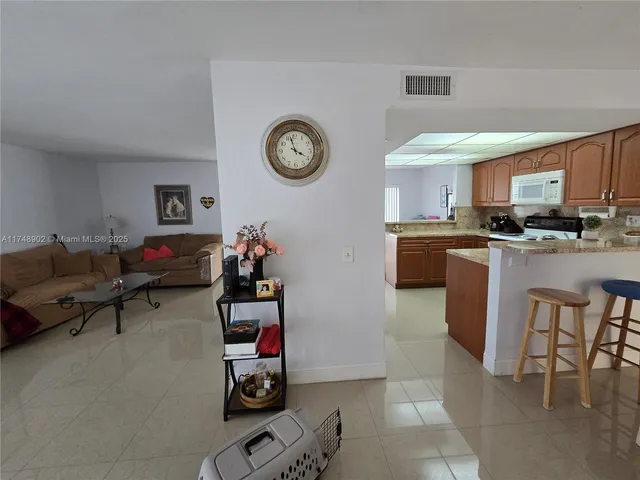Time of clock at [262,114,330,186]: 3:57
